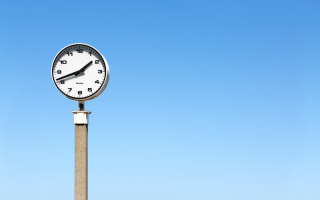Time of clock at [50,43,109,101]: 1:41
